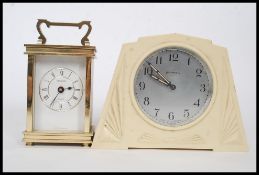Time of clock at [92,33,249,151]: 9:51
